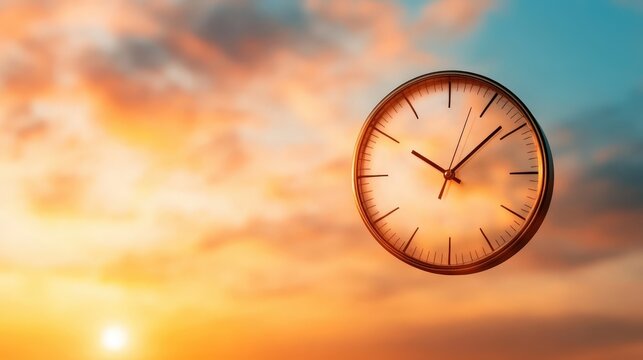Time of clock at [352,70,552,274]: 10:08
